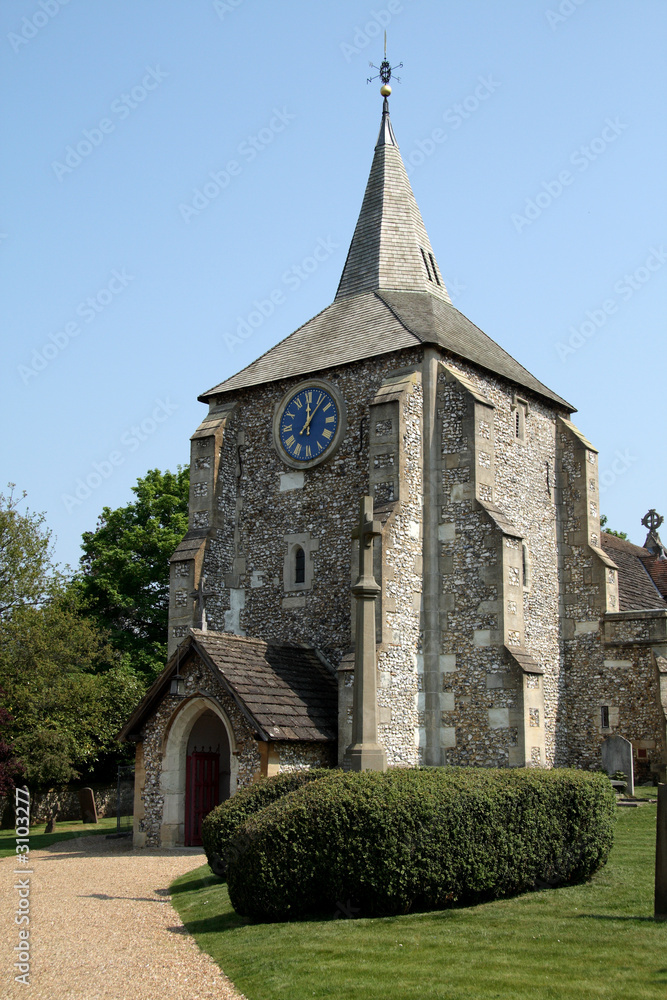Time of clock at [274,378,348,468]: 12:06
